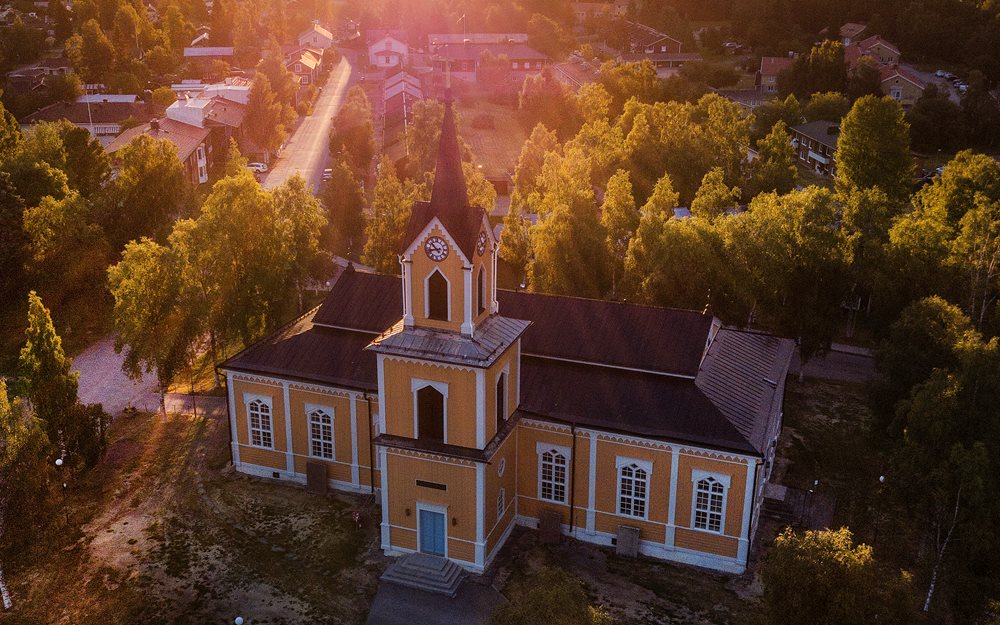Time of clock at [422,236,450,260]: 4:42
